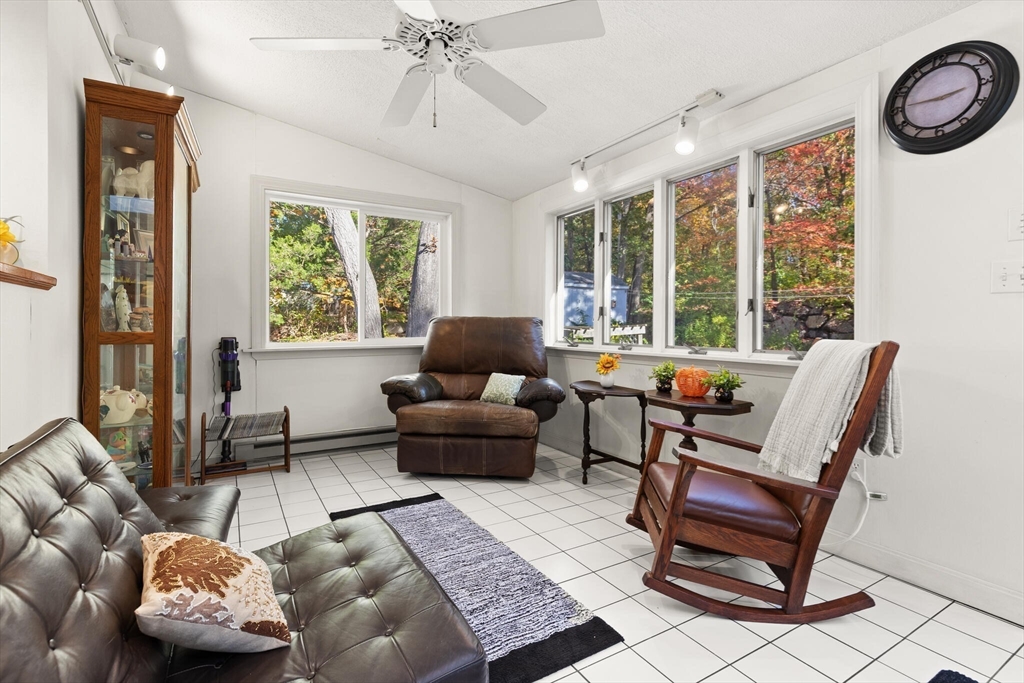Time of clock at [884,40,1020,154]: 2:45
